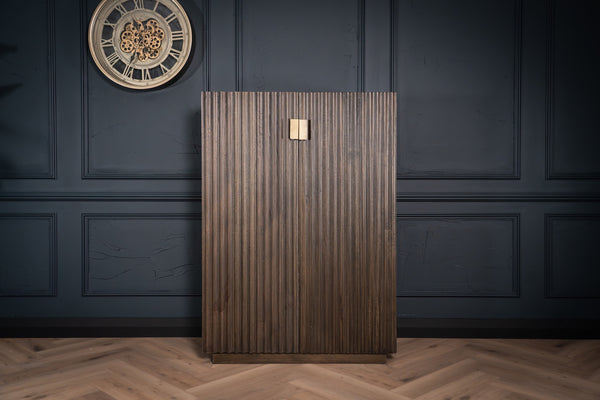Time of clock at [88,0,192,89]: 11:35
